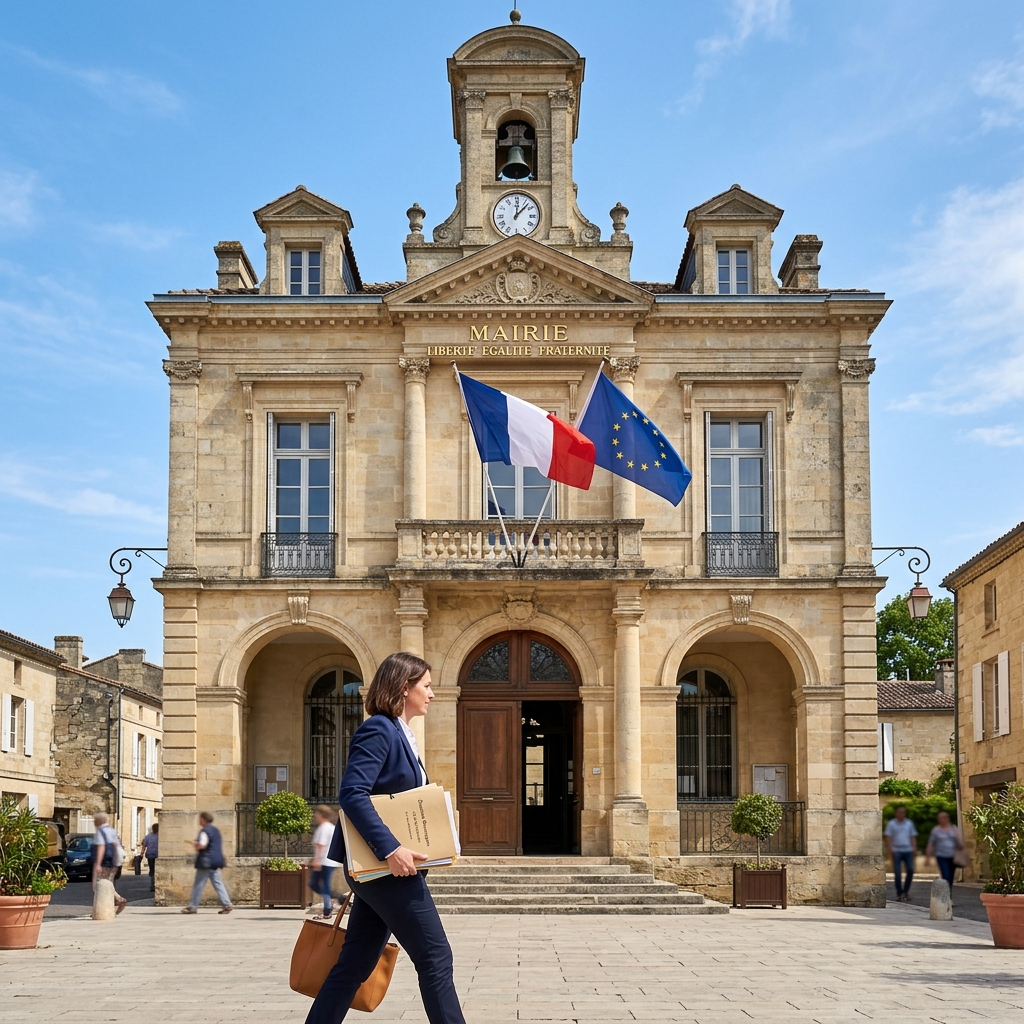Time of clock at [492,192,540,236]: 12:07
